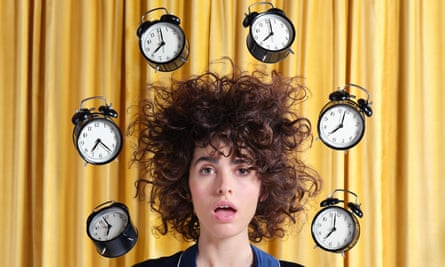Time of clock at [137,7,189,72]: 8:01
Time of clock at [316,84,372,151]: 8:03
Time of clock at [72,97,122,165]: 7:23
